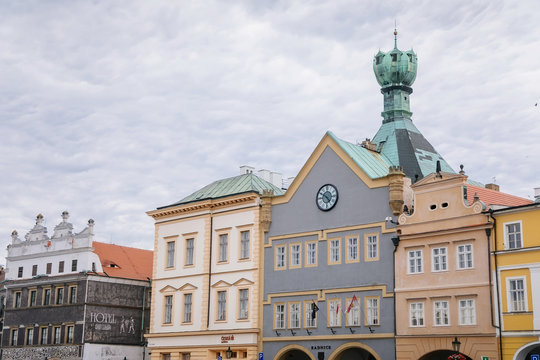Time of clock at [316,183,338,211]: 4:50
